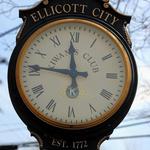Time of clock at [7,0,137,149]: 11:46
